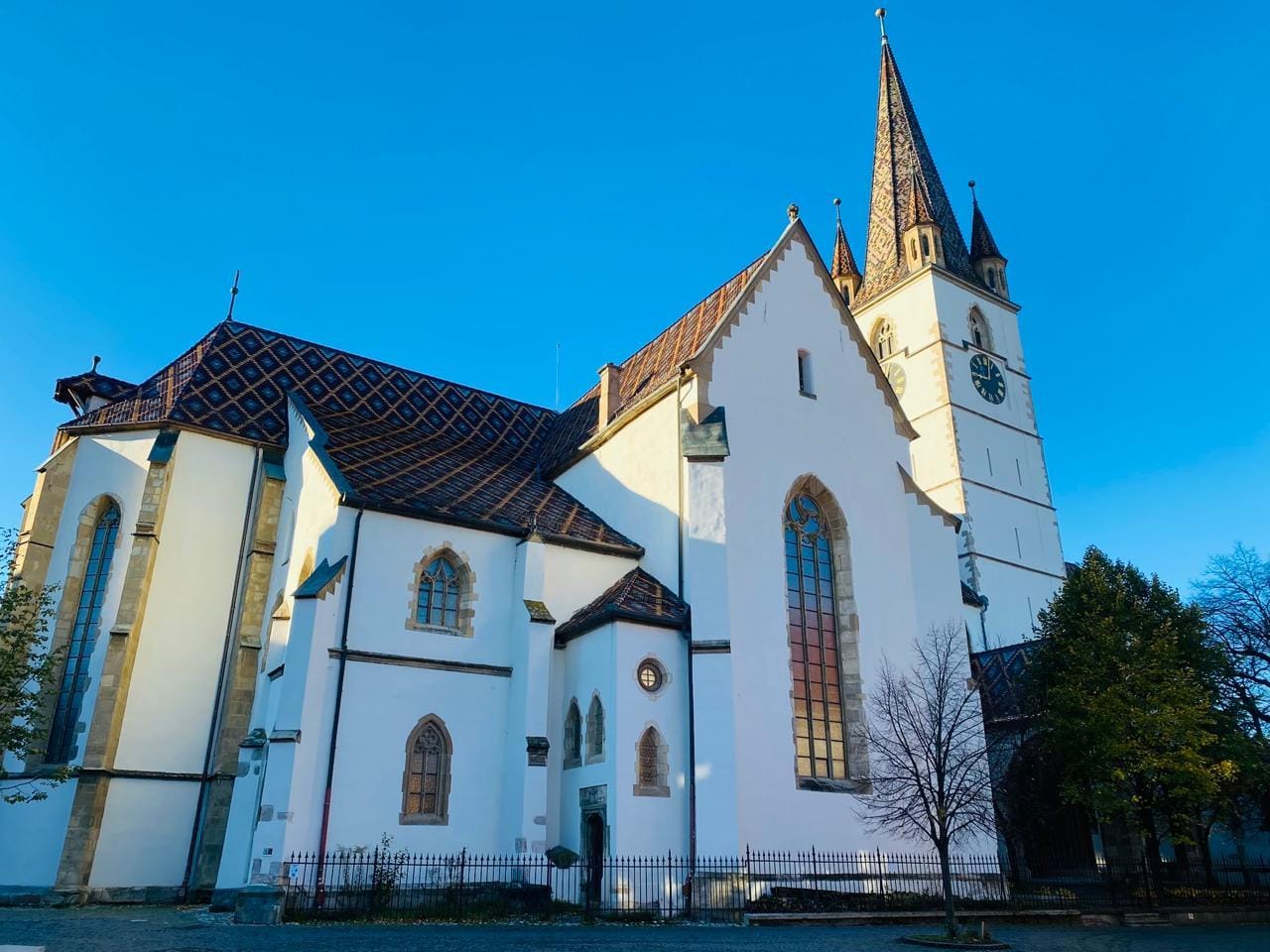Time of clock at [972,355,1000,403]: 9:01
